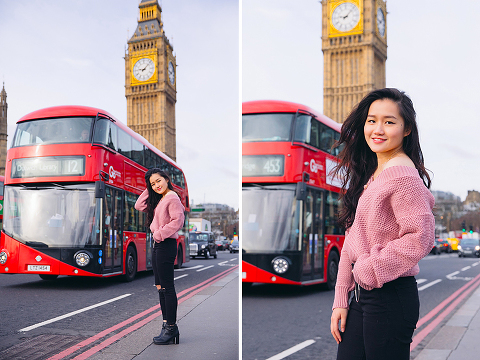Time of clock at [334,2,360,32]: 9:07
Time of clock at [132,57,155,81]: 9:07
